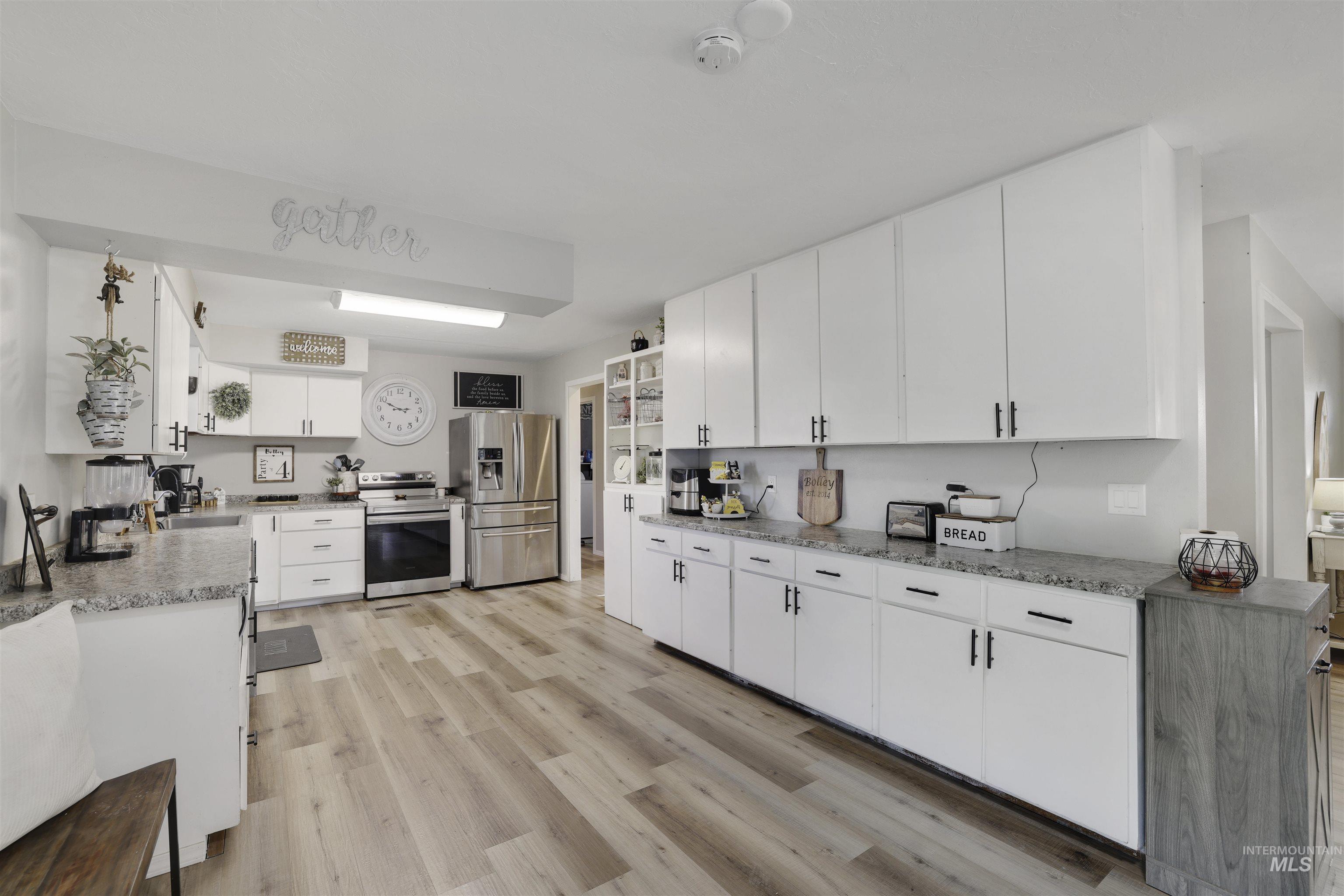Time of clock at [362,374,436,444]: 2:49
